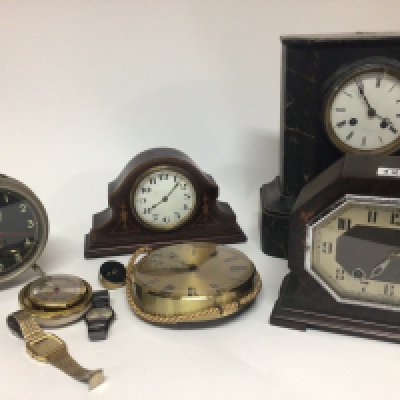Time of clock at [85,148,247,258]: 8:07
